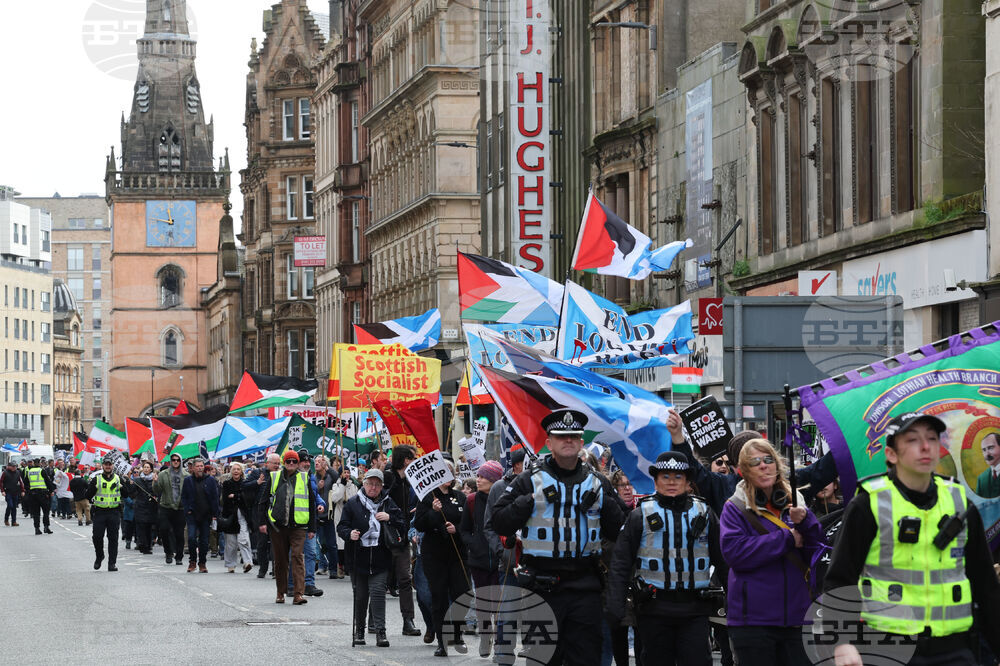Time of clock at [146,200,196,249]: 11:47
